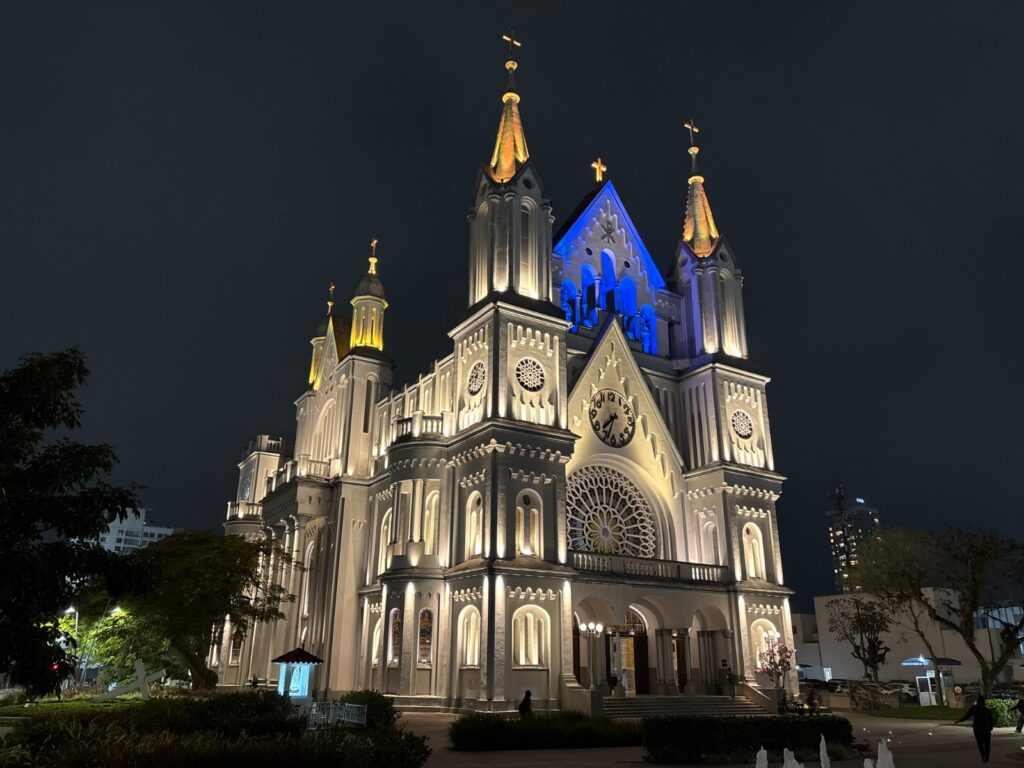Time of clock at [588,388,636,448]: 7:33
